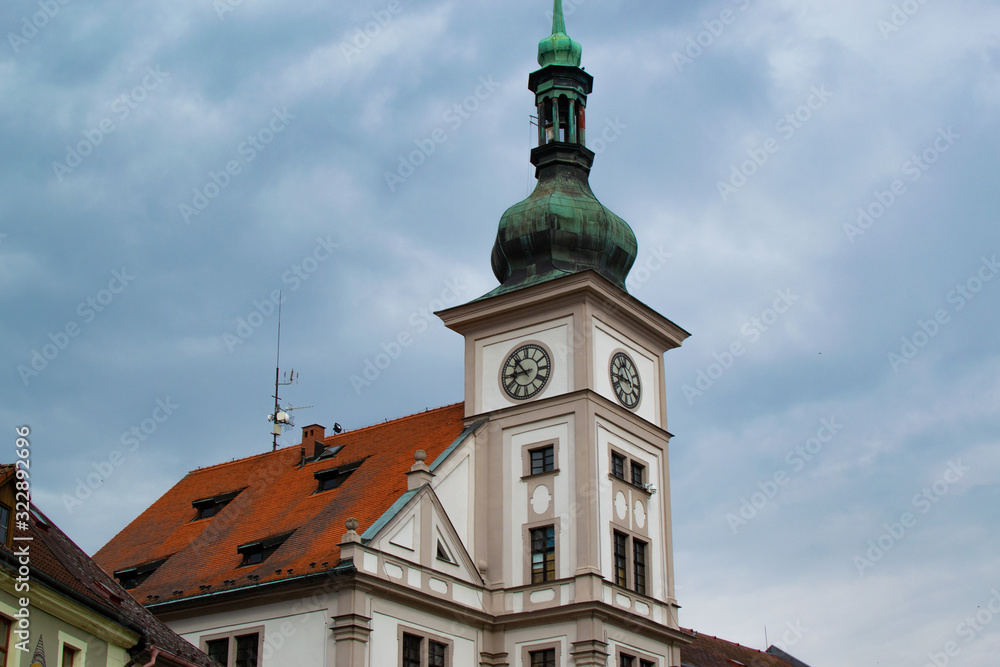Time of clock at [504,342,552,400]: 8:53
